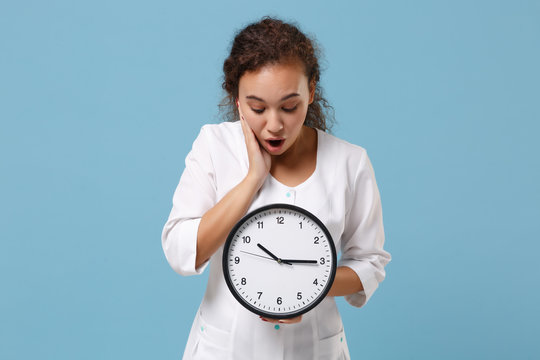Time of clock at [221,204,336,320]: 10:15
